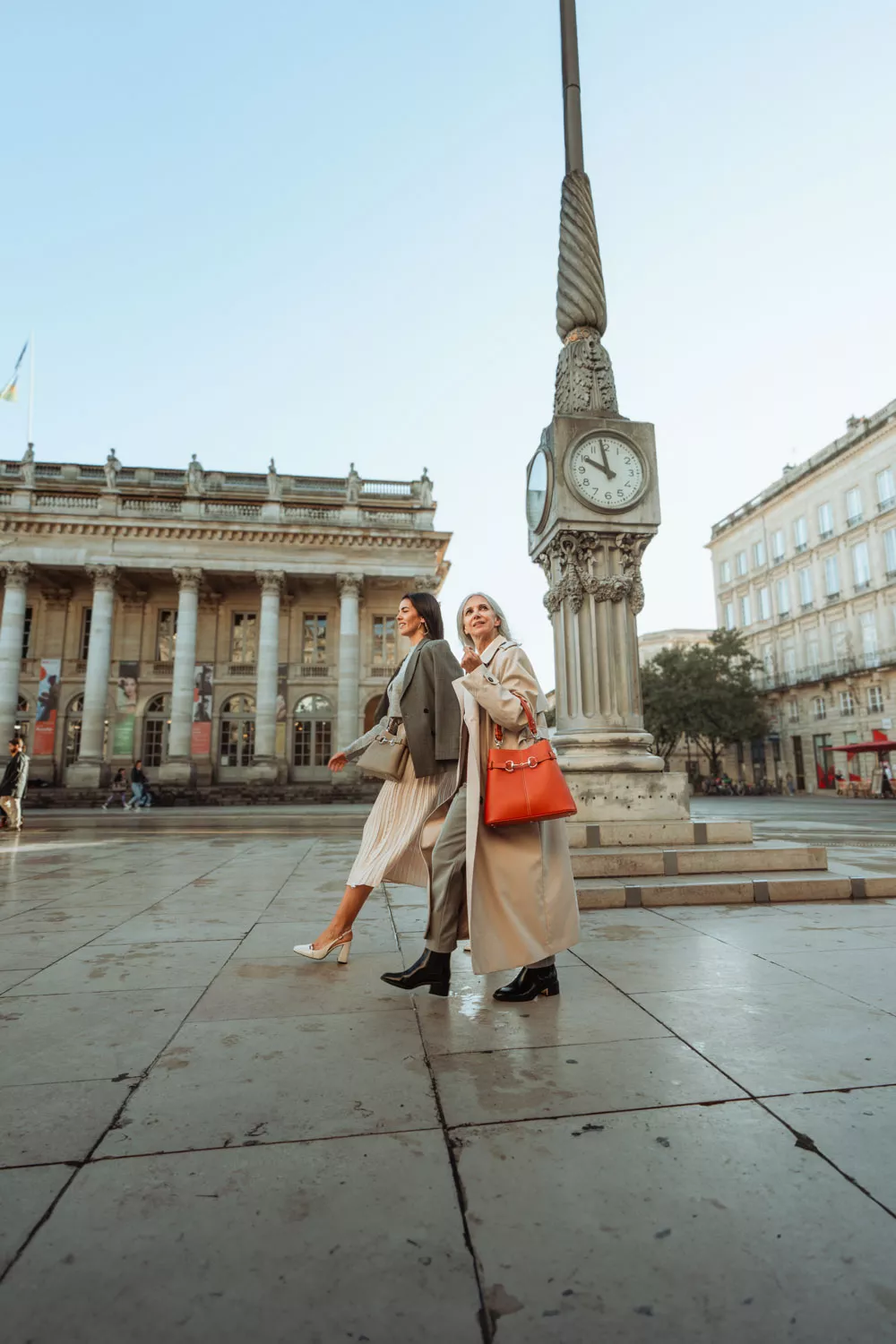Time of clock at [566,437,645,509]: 9:58
